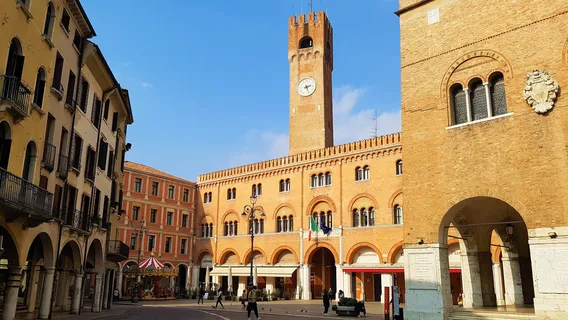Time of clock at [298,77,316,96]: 2:26
